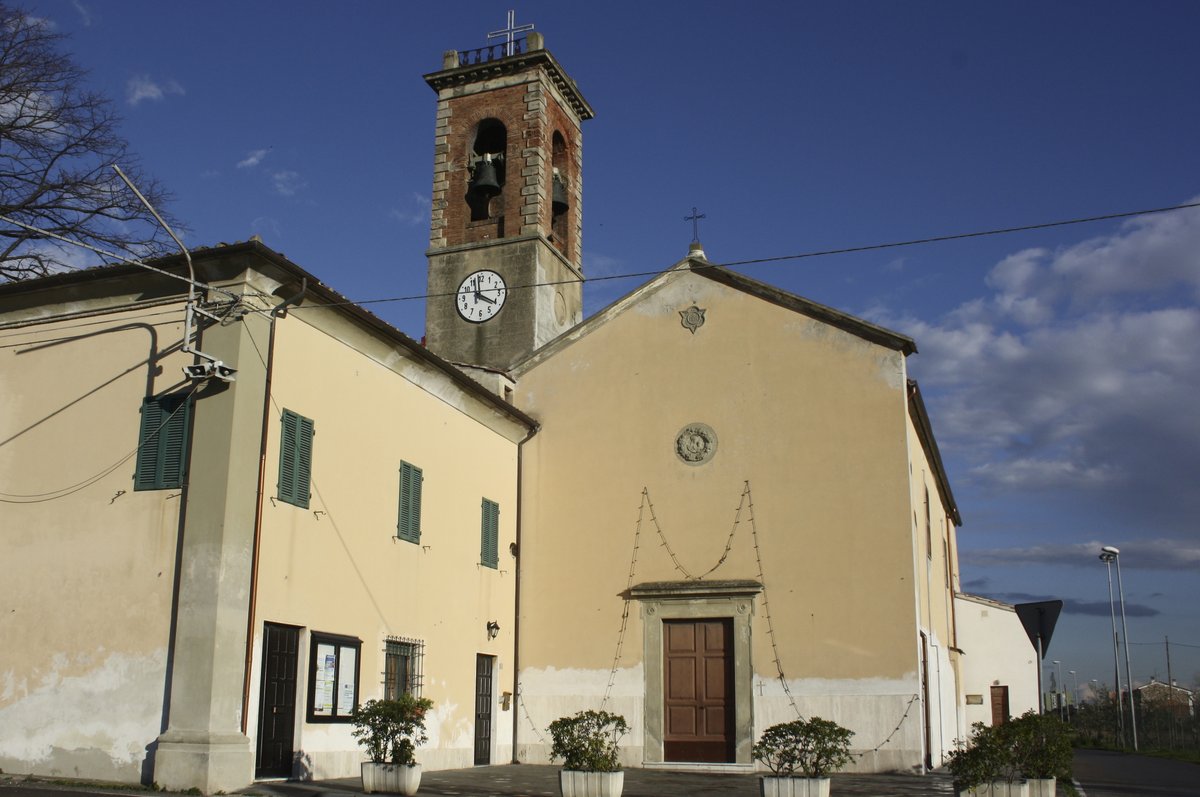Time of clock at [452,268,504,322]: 3:58
